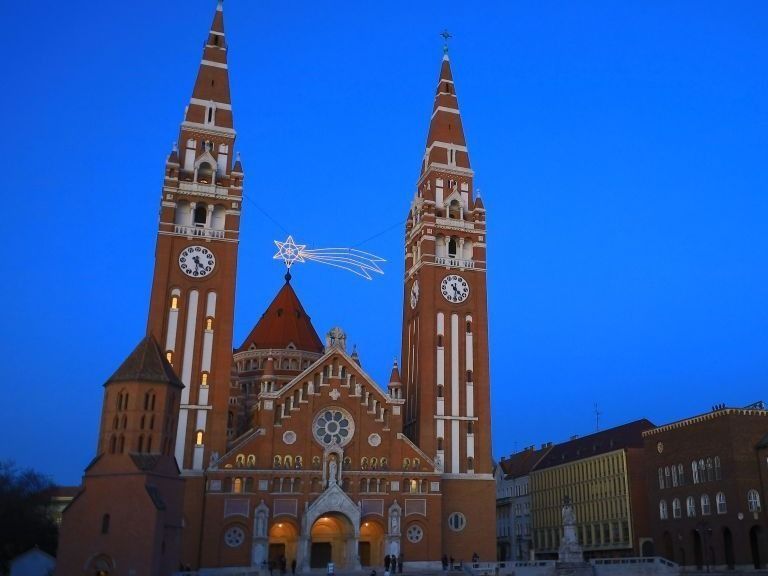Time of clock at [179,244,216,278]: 4:29
